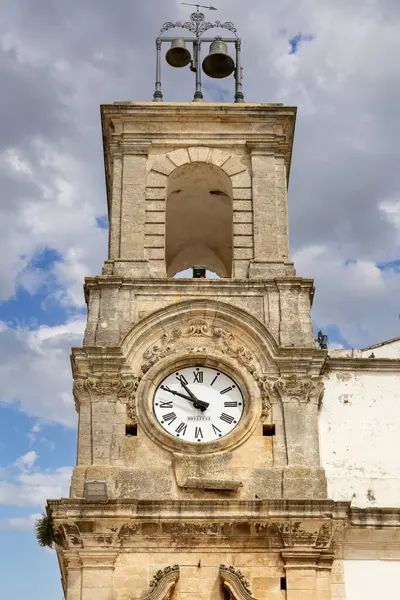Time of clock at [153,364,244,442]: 10:49
